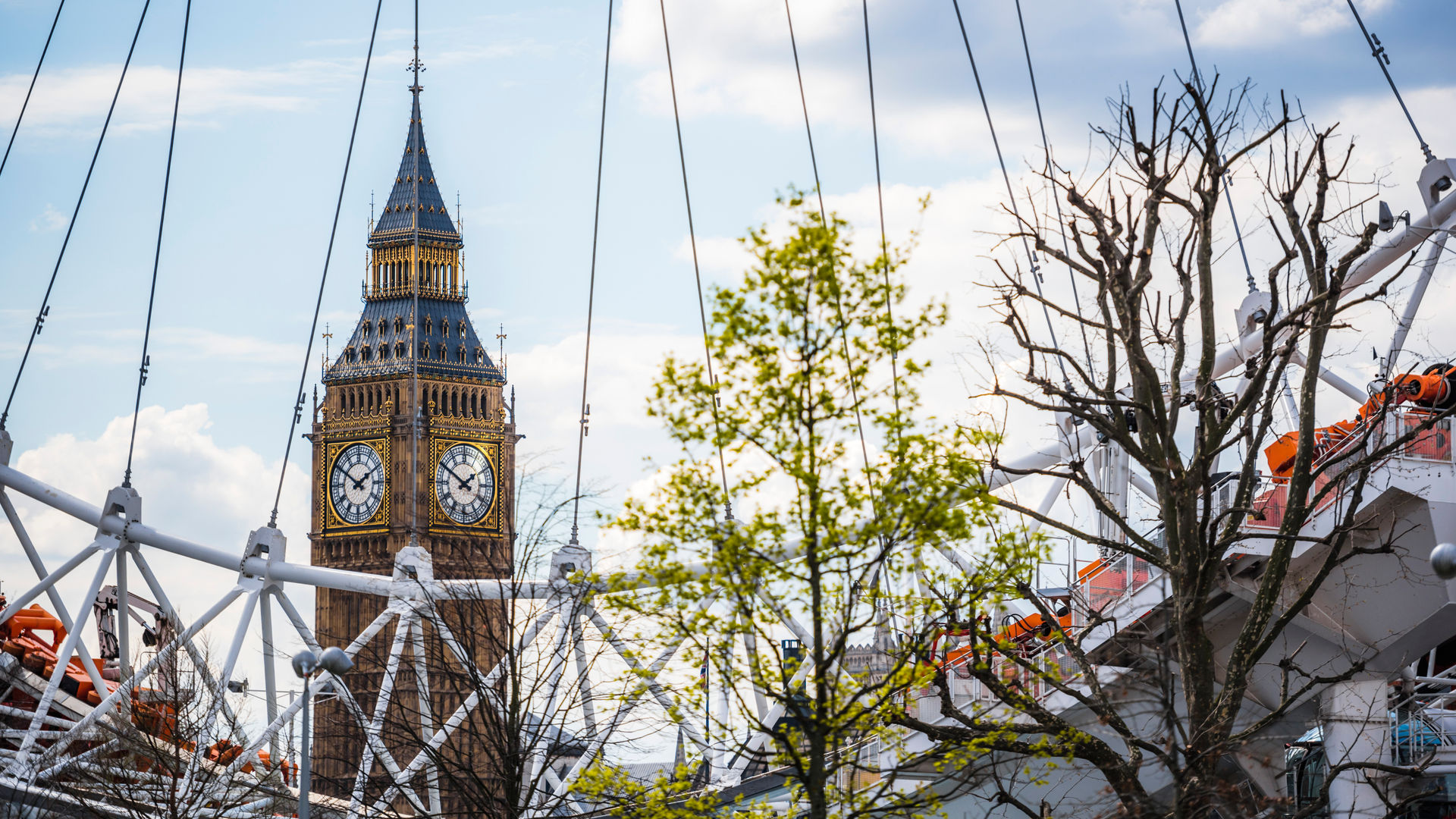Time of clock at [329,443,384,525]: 1:50
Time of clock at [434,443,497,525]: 1:50
